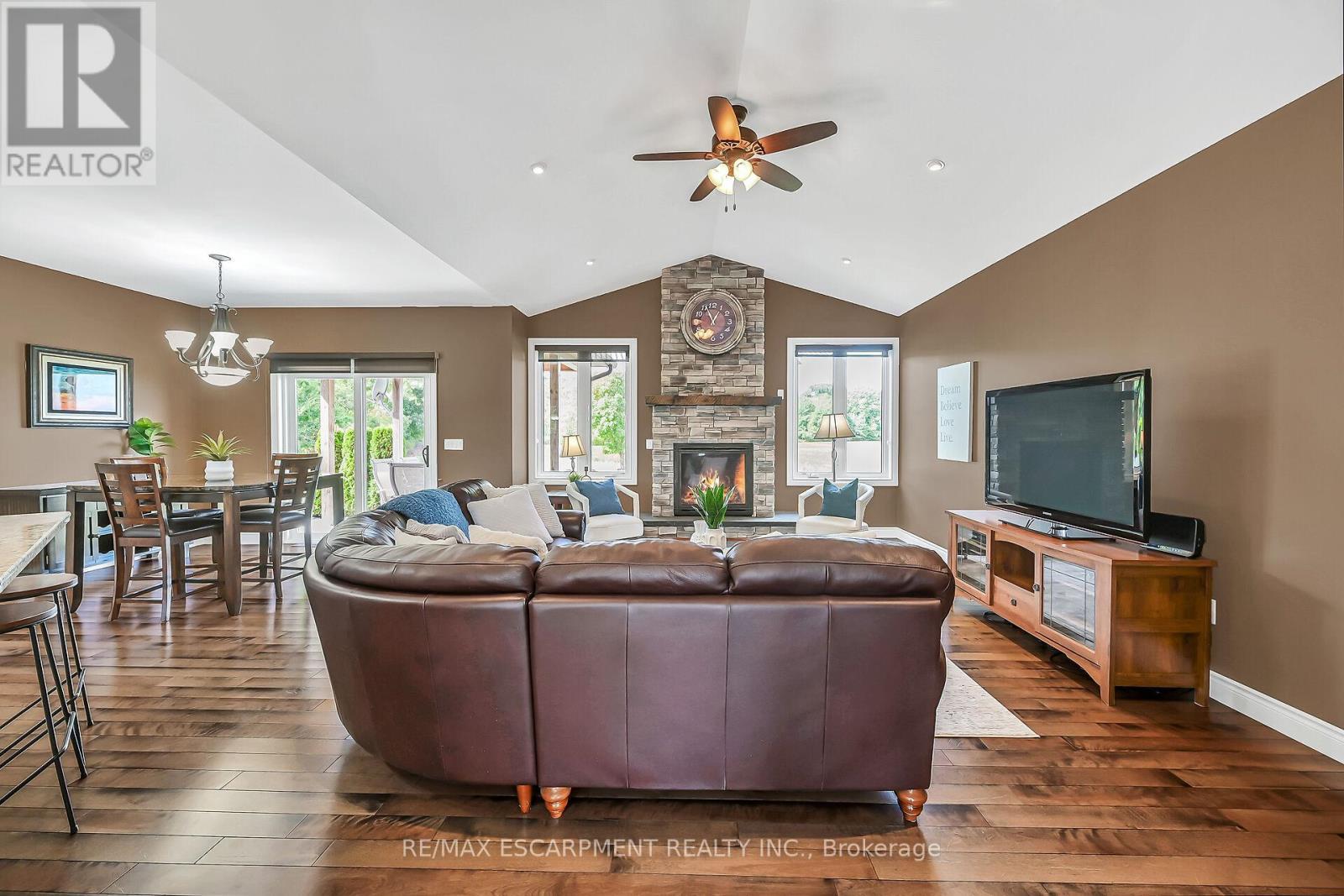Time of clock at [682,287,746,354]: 12:56
